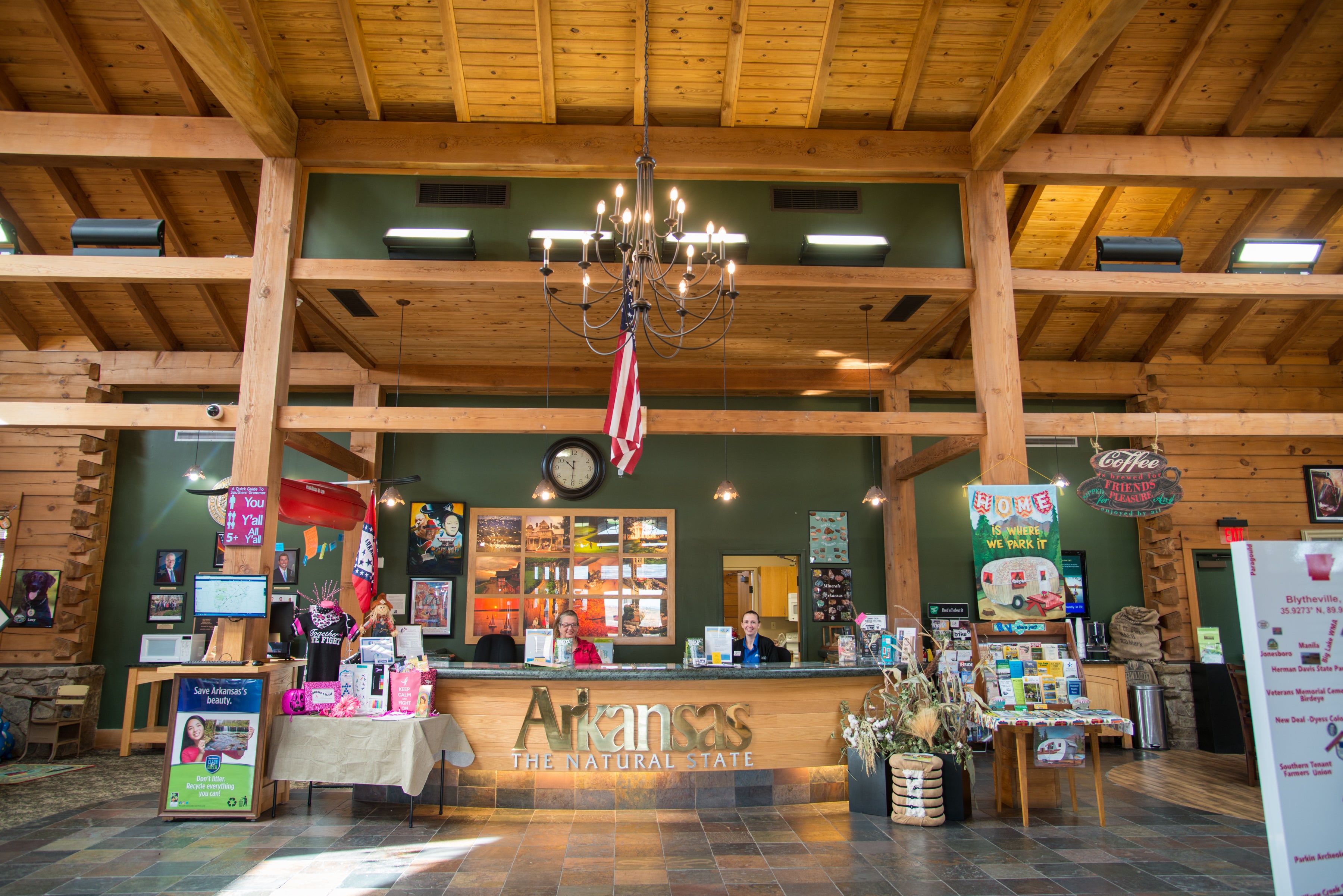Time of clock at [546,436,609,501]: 10:30
